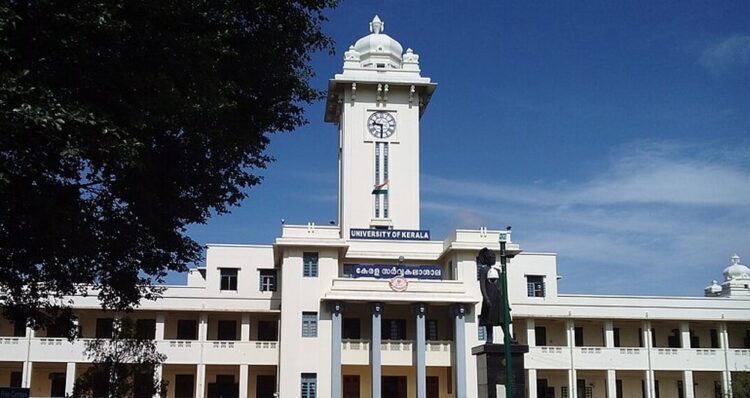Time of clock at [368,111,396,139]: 9:30
